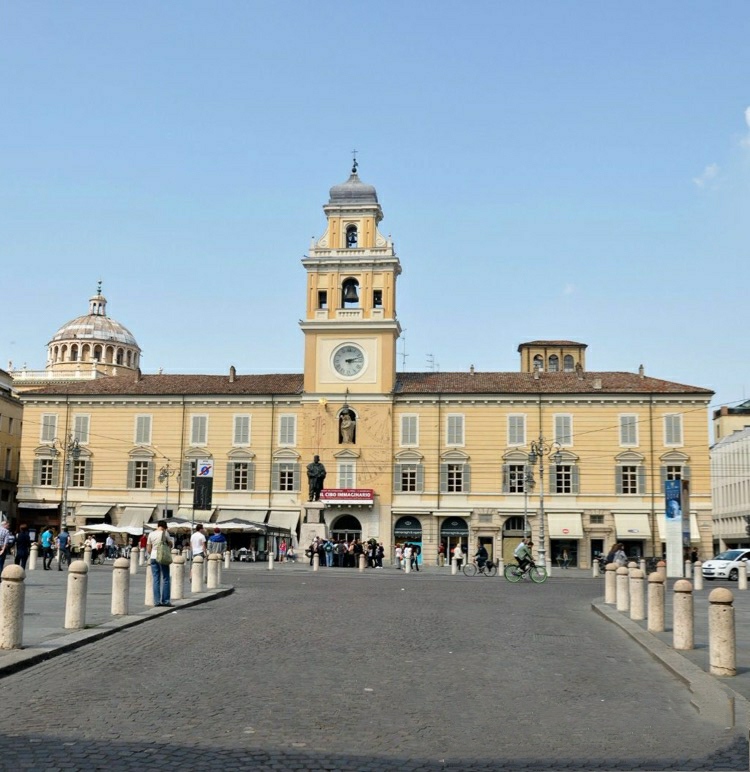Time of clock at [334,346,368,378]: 3:12
